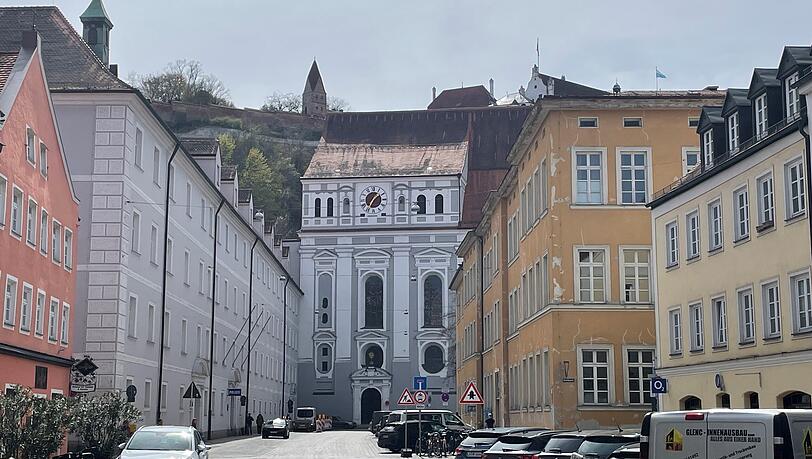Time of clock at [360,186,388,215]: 1:34
